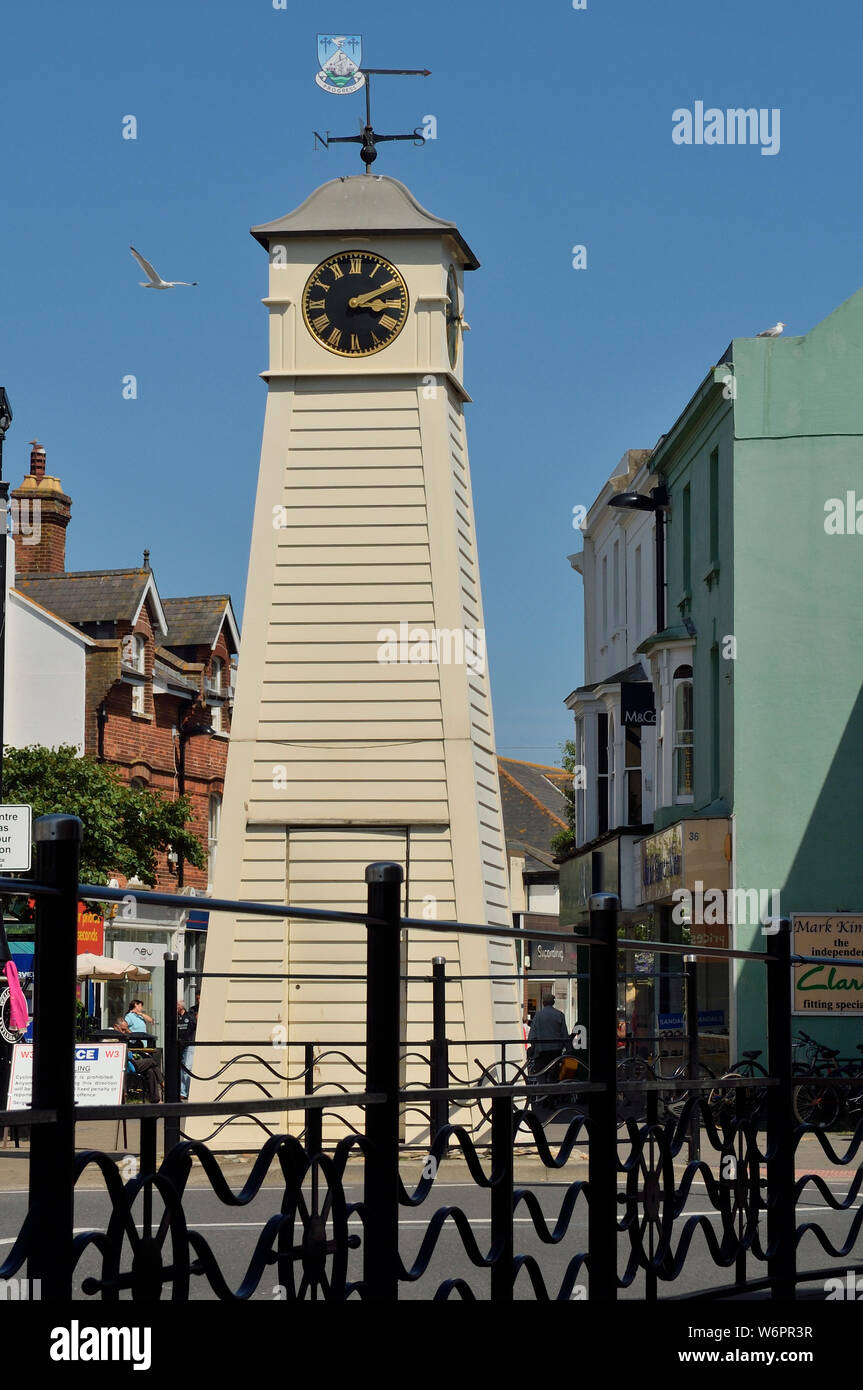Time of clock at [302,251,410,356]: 3:10
